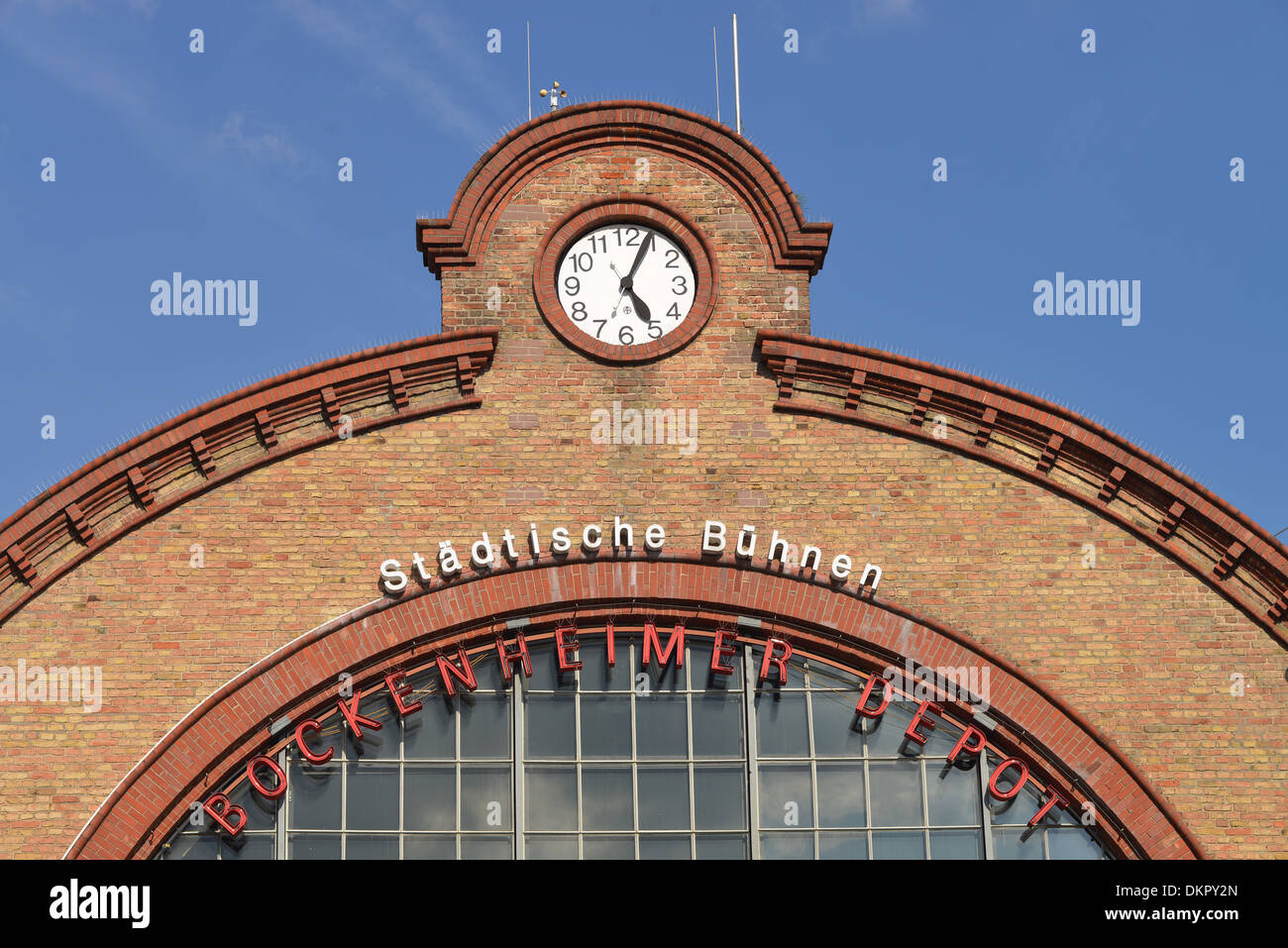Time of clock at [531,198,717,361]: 5:04
